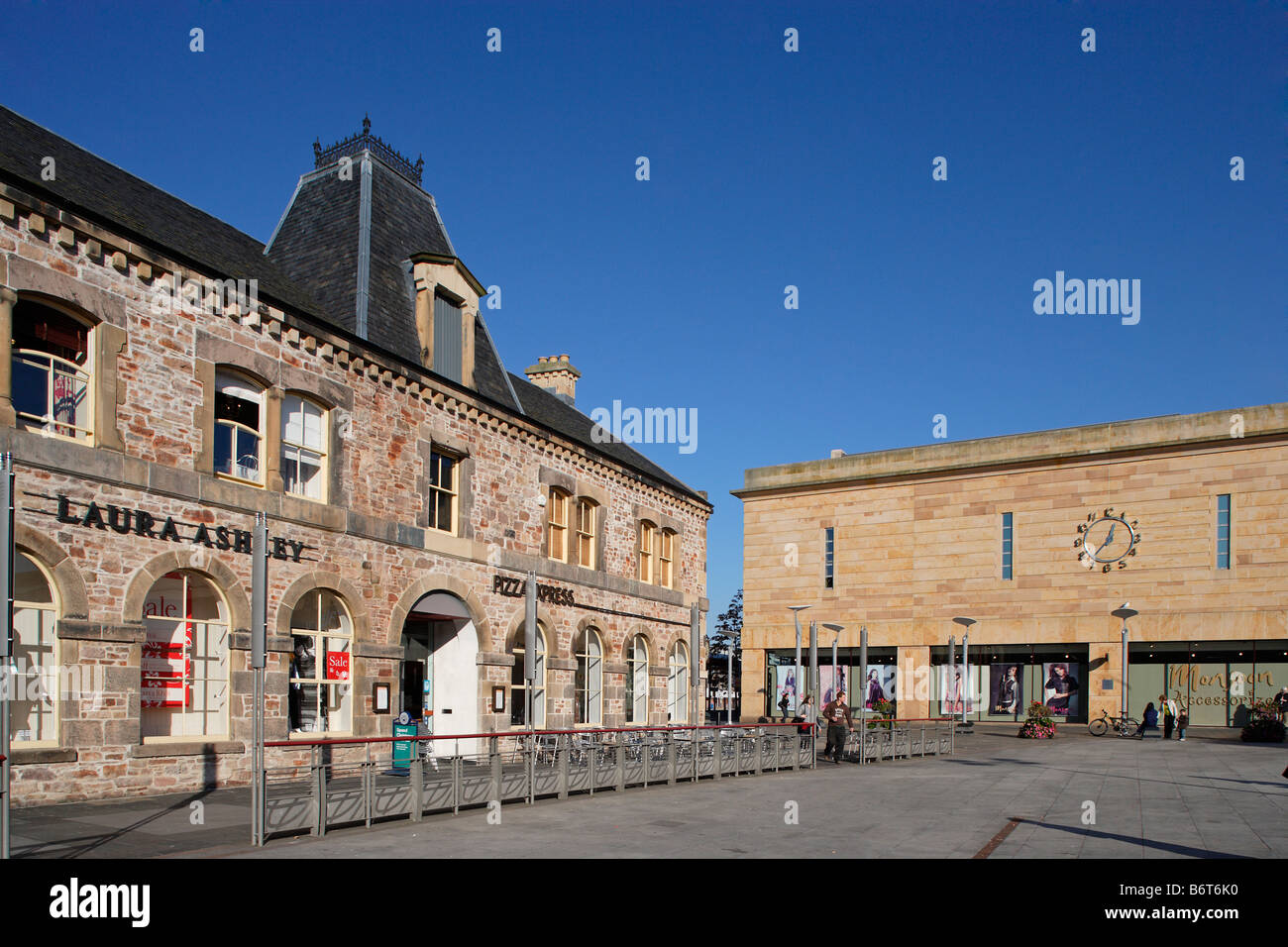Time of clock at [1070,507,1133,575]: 12:36
